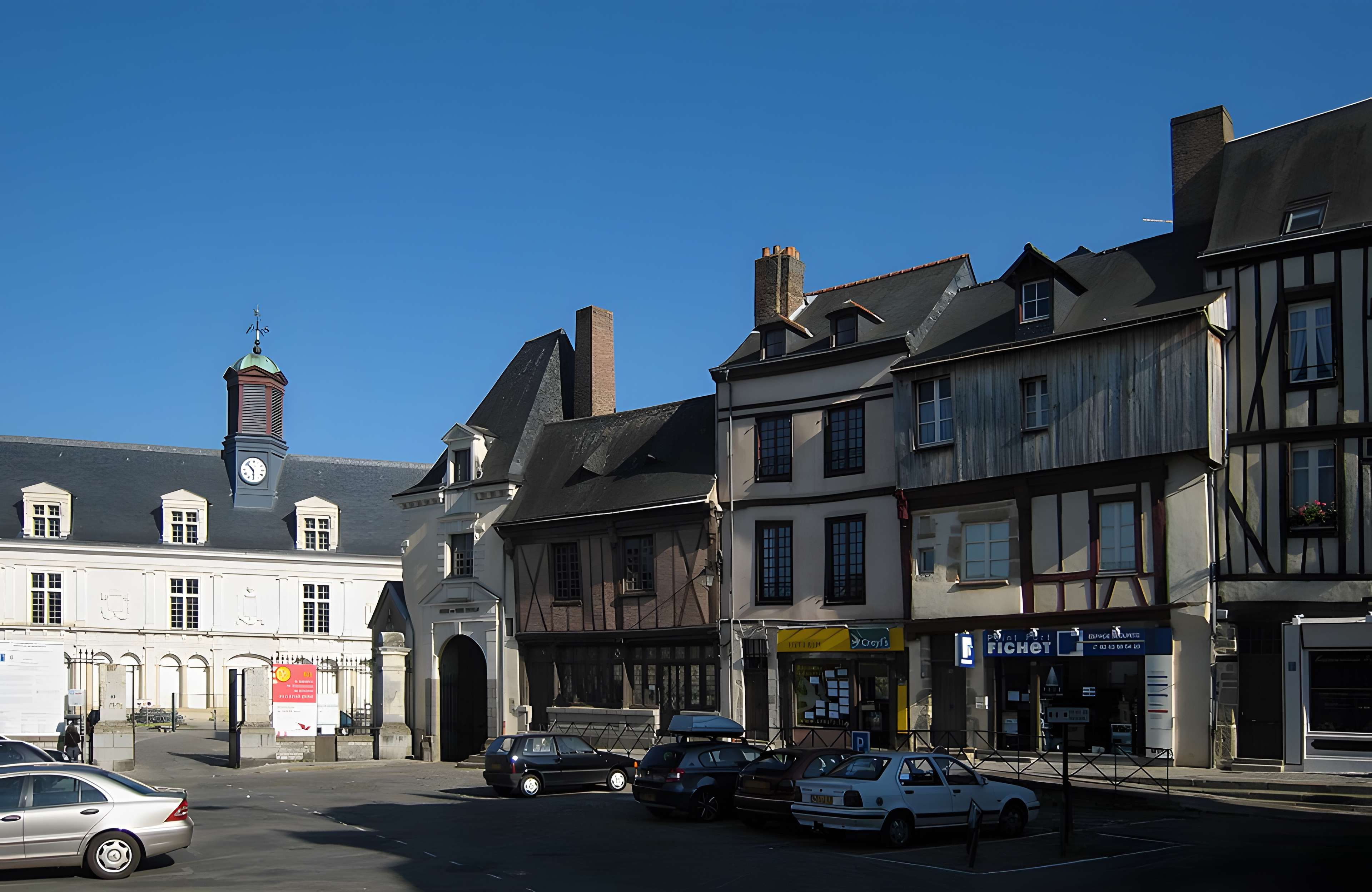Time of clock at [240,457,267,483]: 5:51
